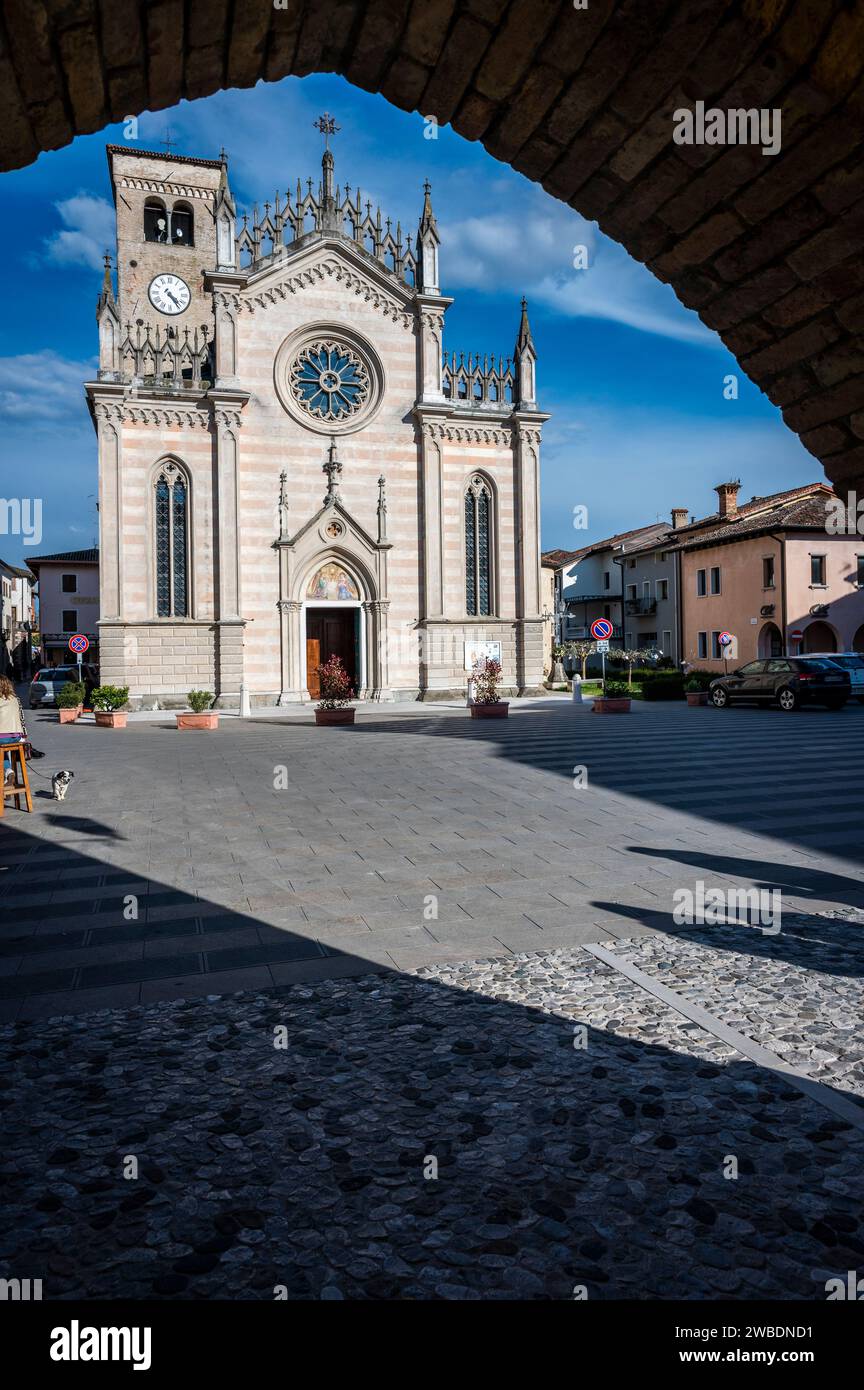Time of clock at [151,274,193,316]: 4:23
